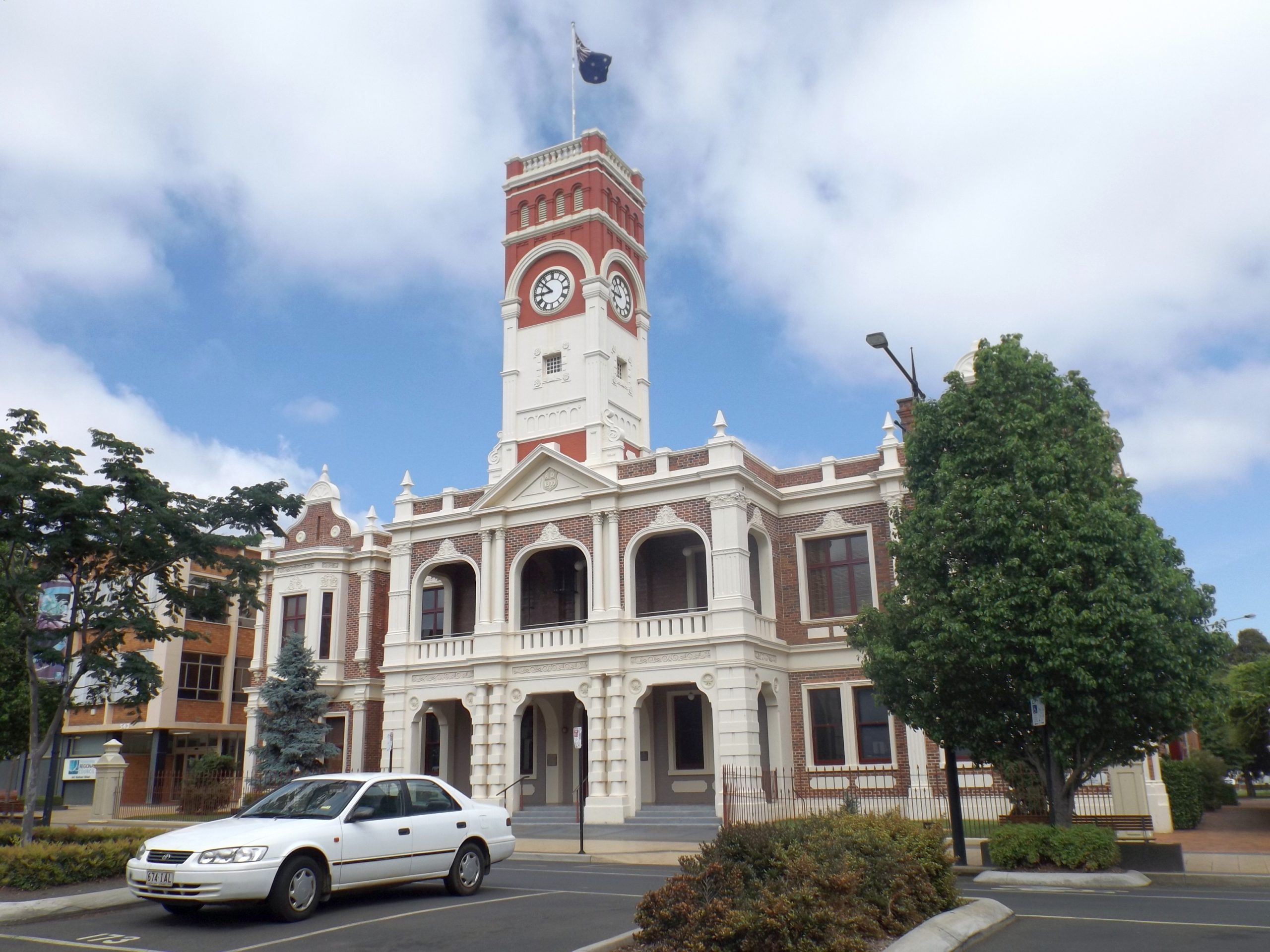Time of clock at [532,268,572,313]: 8:52
